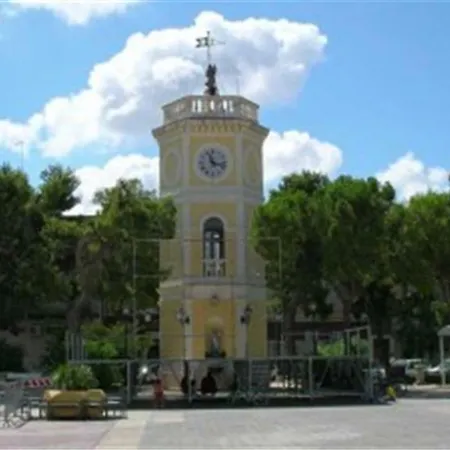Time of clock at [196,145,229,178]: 11:17
